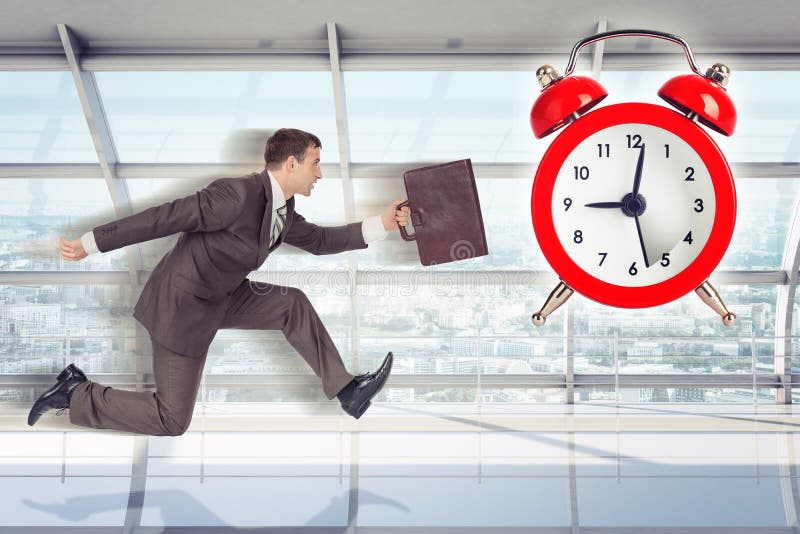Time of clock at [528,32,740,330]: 9:01
